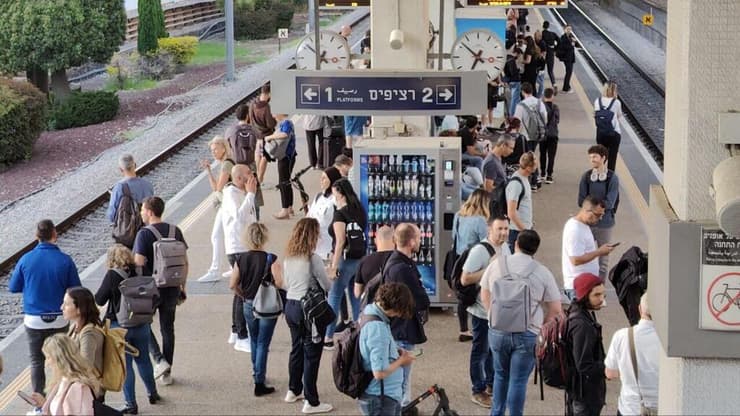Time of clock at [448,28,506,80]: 6:52
